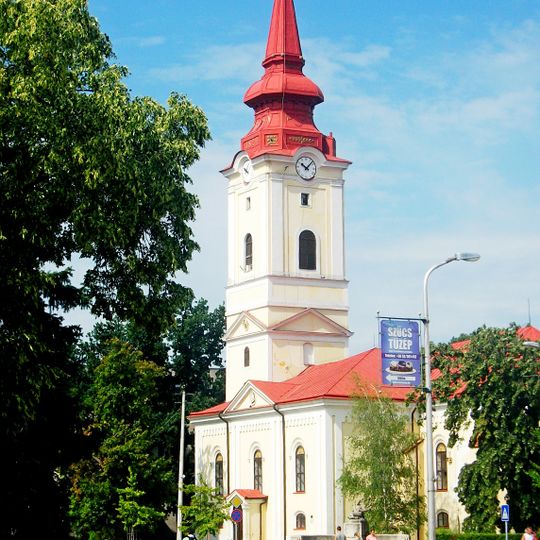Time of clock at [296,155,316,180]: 10:07
